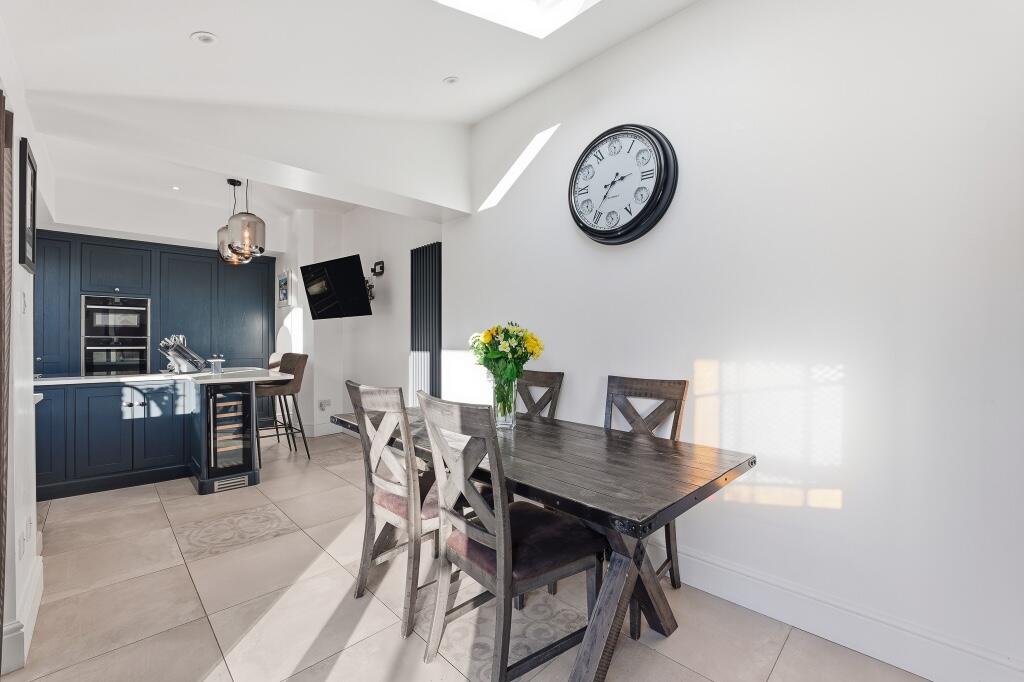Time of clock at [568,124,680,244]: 2:35
